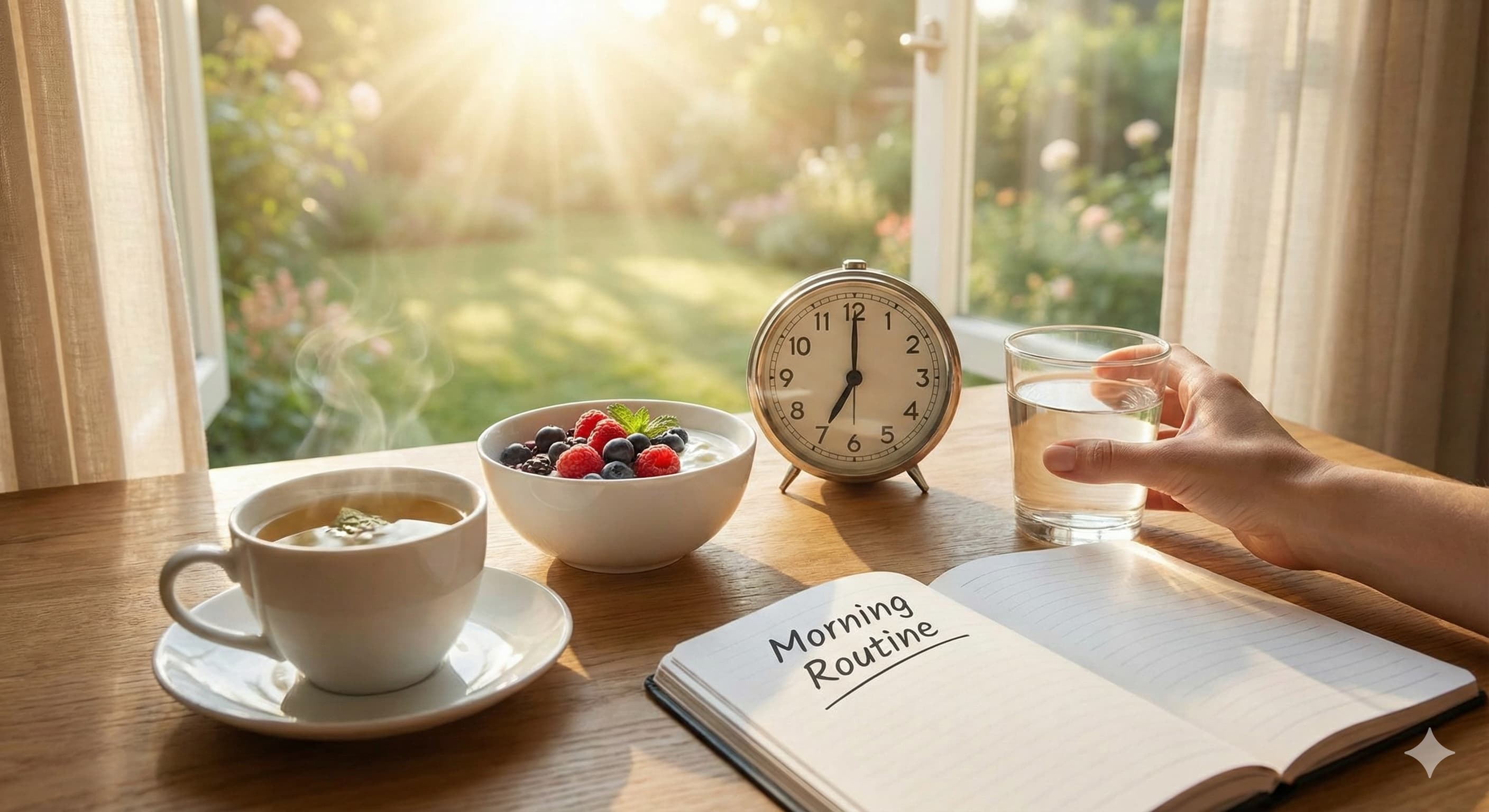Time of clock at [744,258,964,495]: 7:00
